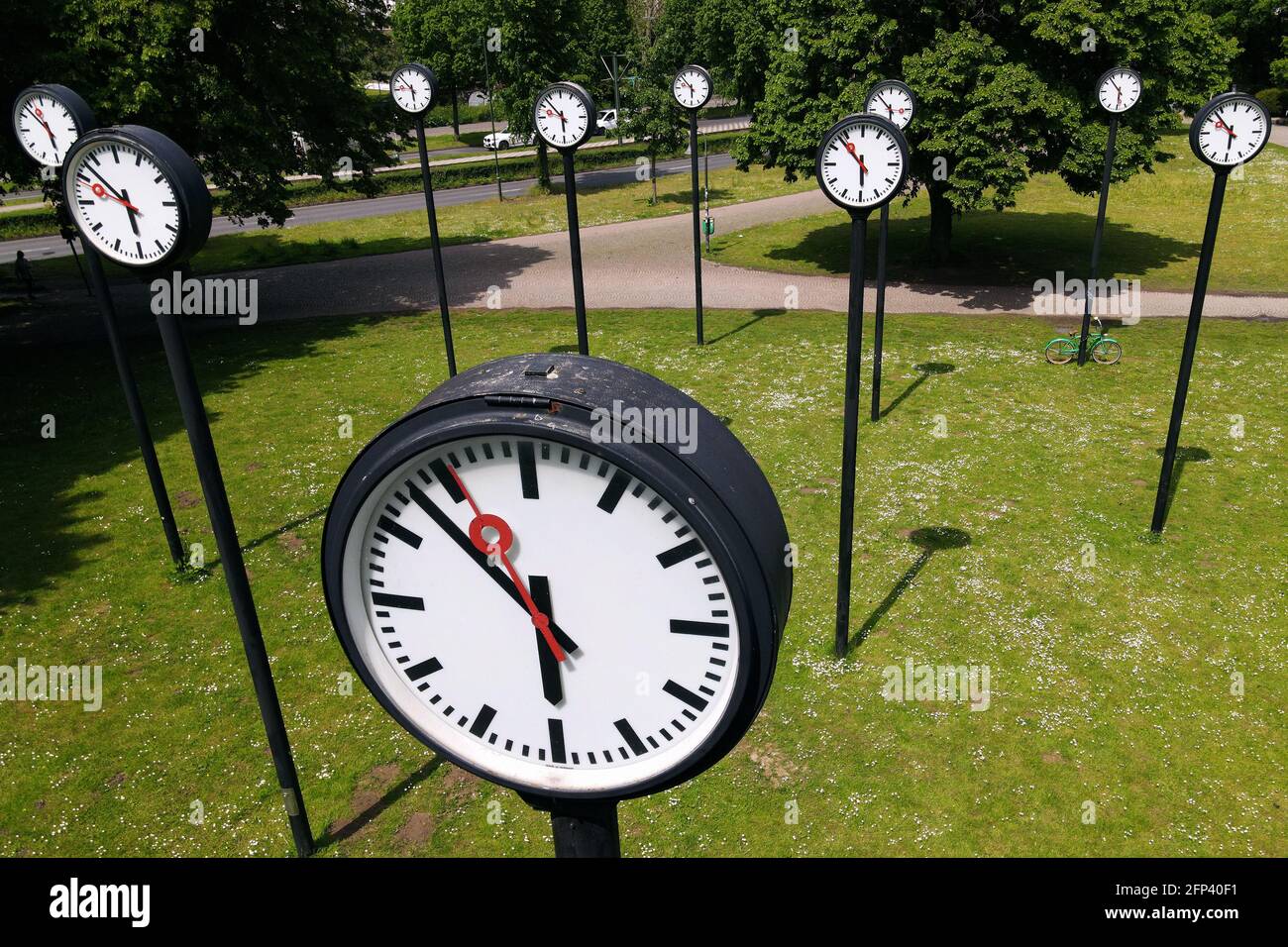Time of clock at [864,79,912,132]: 5:52
